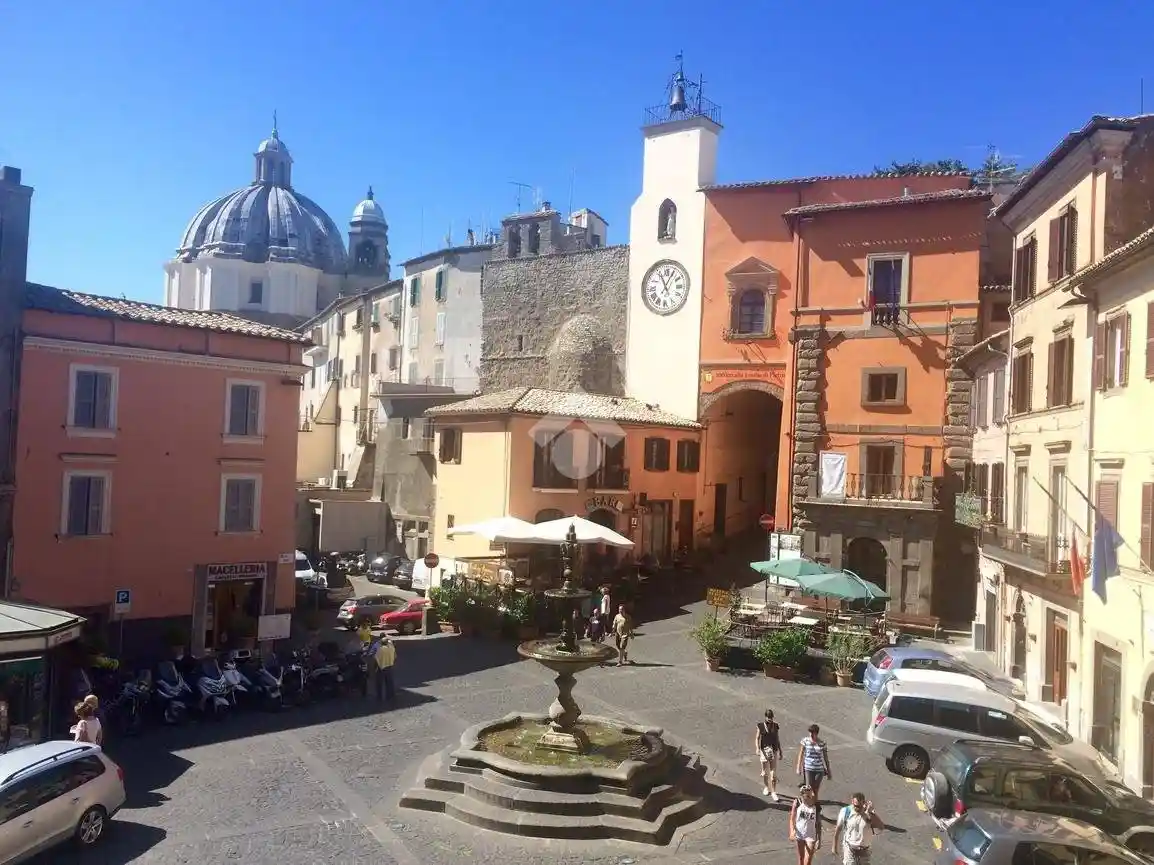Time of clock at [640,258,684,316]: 11:04
